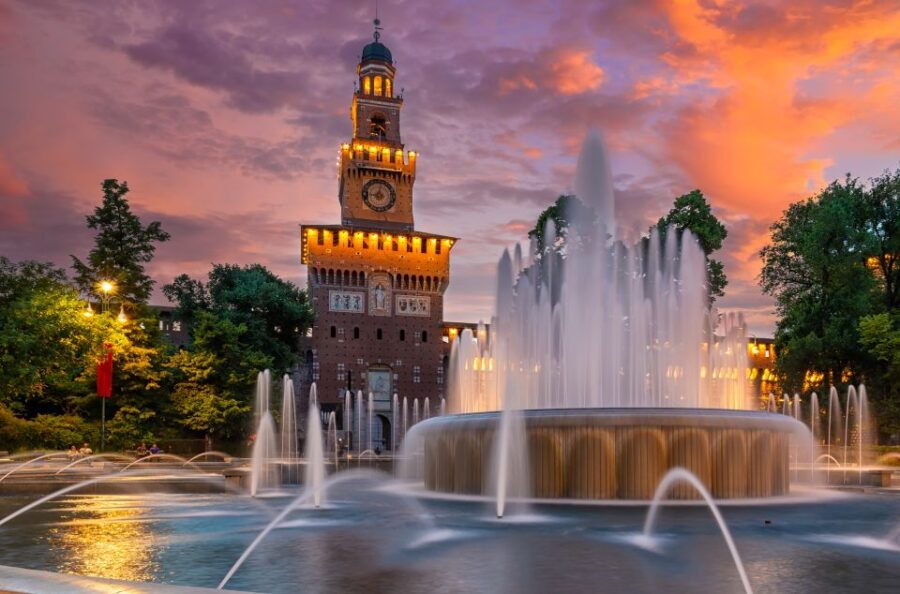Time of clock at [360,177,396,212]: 9:01
